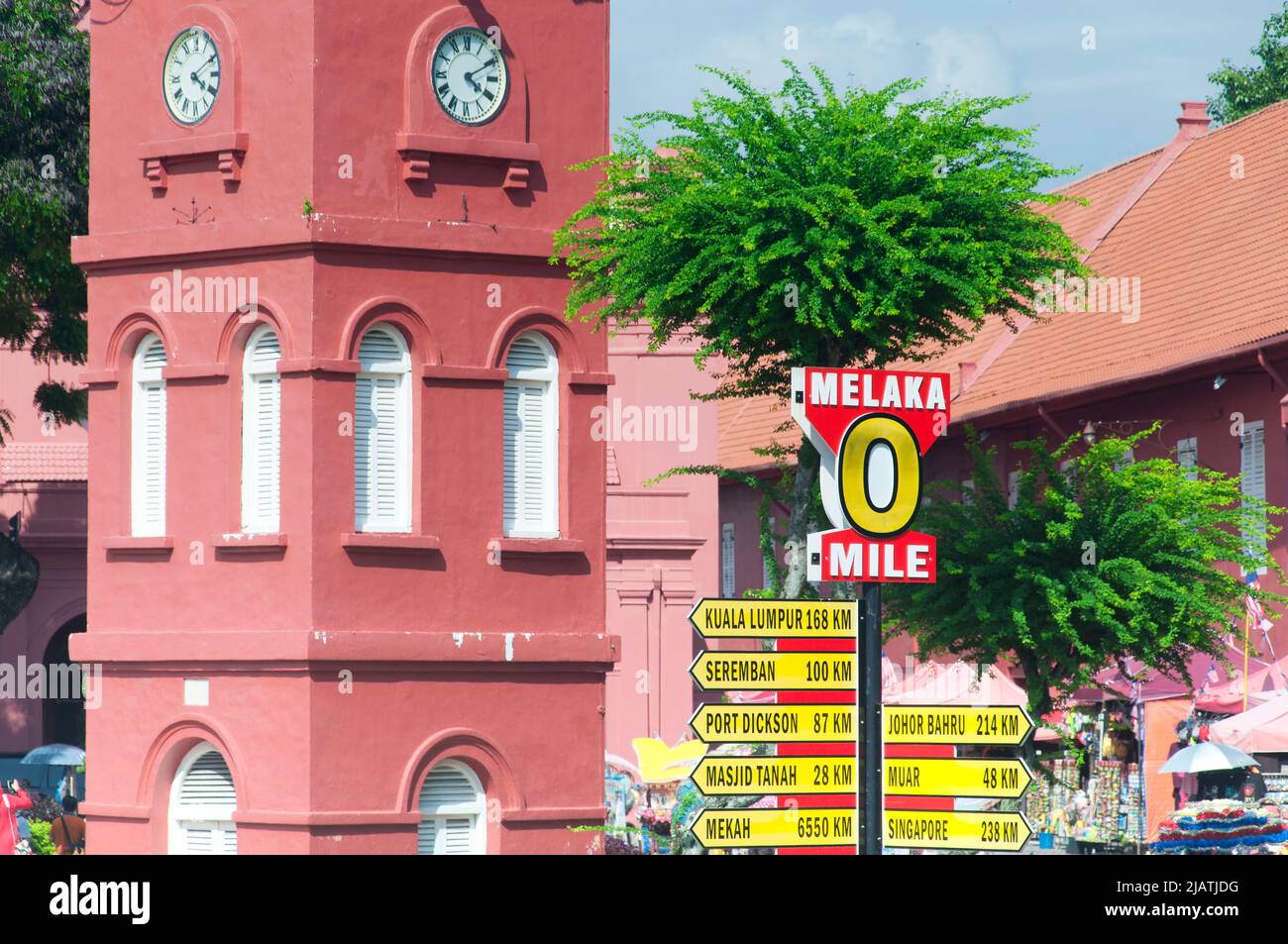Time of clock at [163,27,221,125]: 4:10
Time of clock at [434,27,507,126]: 4:10
